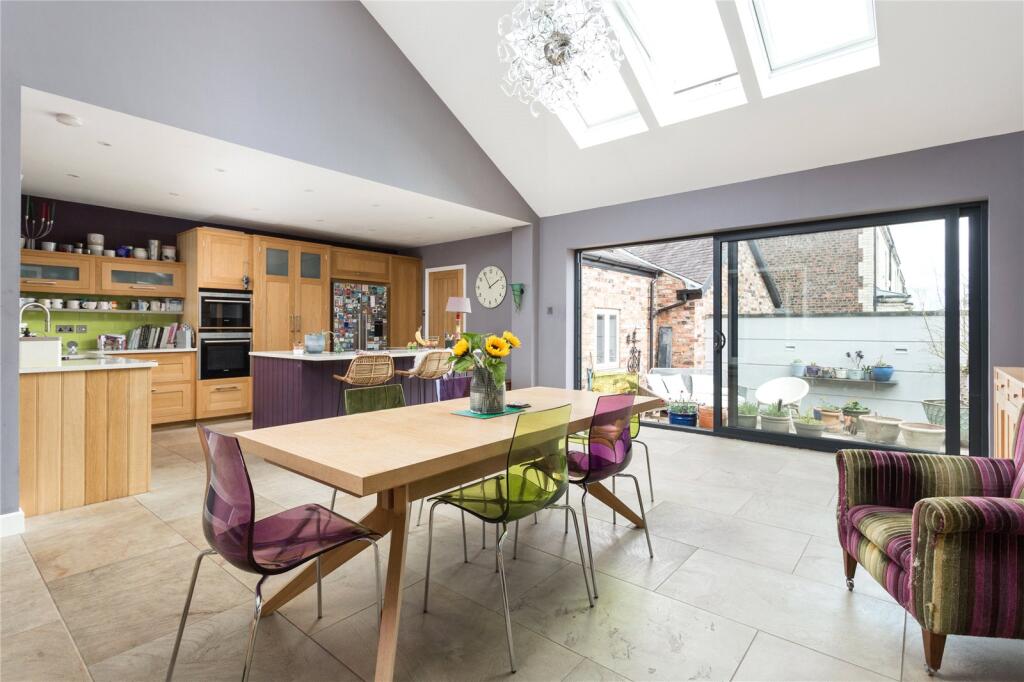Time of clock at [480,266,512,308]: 1:54
